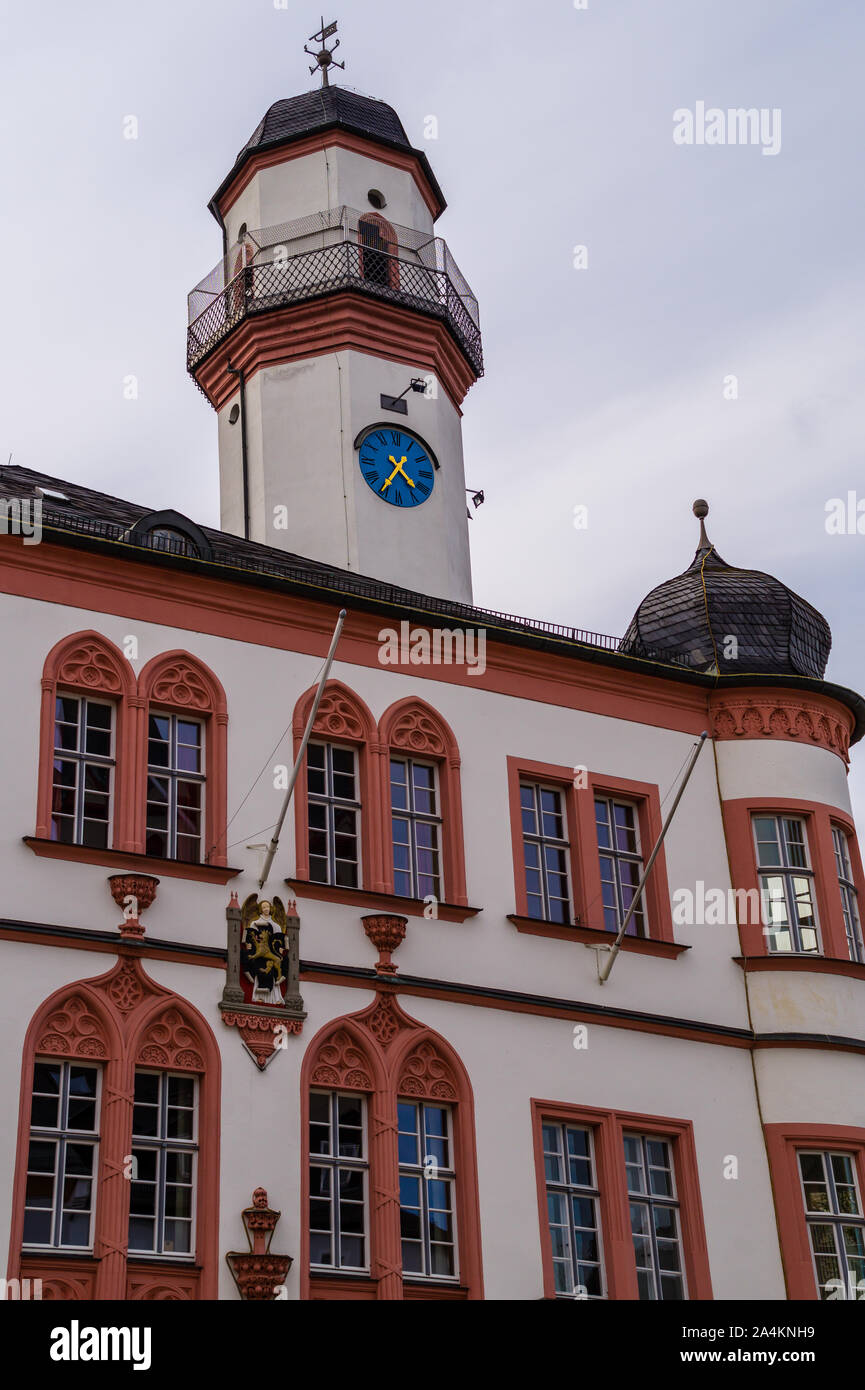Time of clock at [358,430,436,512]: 4:35
